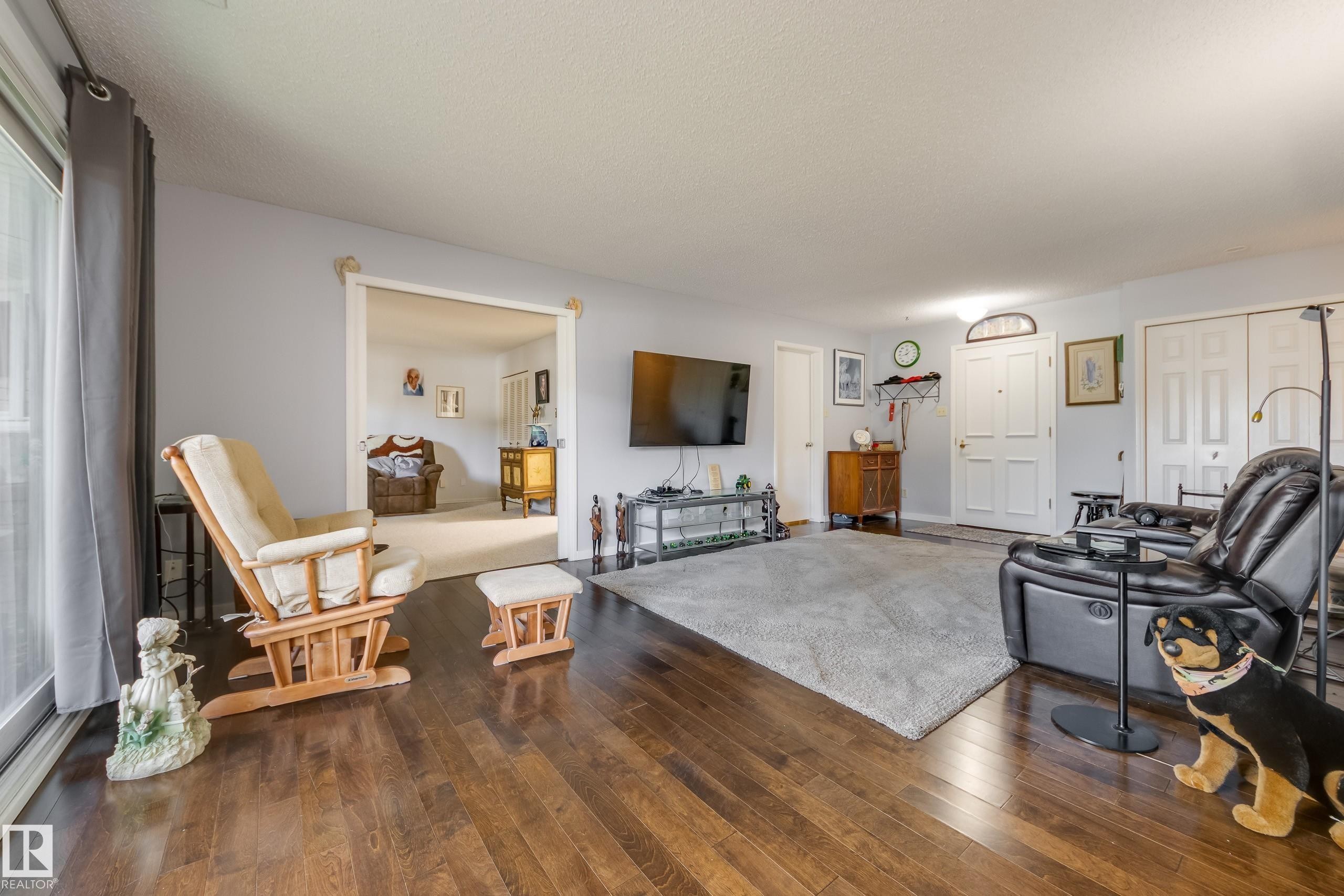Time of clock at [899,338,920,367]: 1:42
